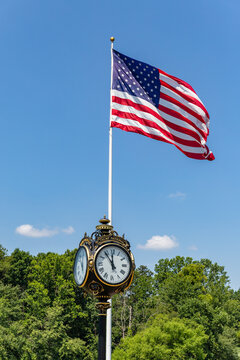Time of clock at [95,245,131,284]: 11:53
